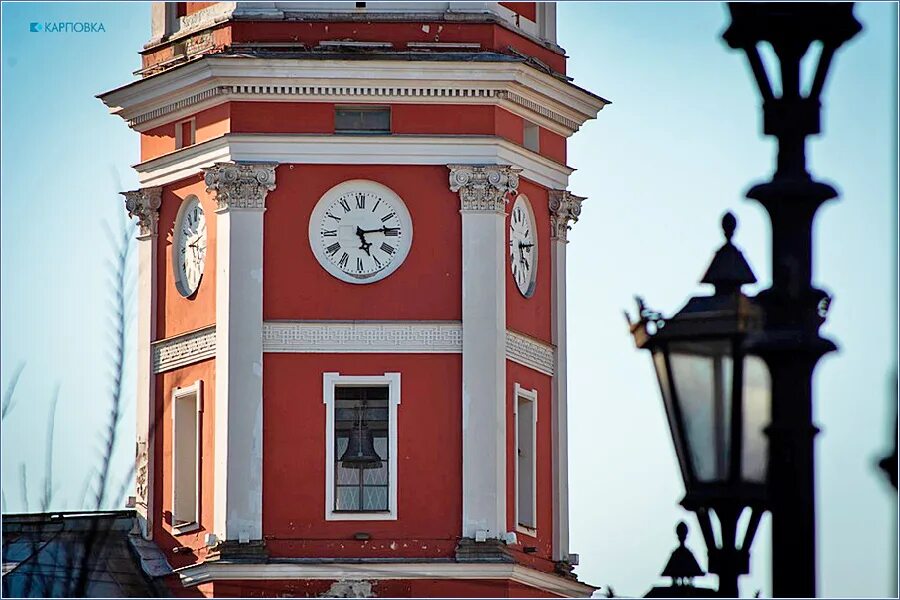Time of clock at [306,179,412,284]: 5:13
